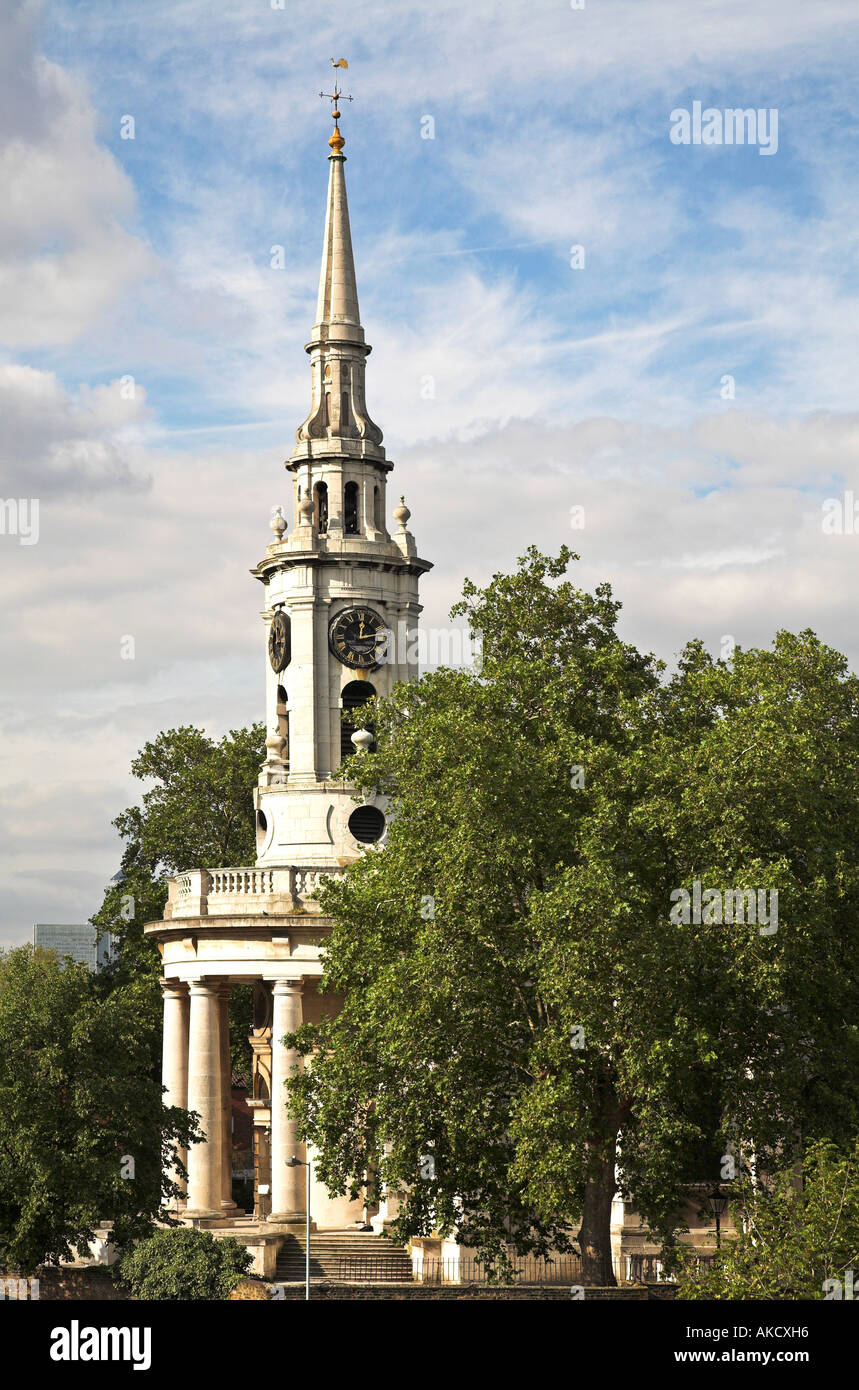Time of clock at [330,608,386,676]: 12:13
